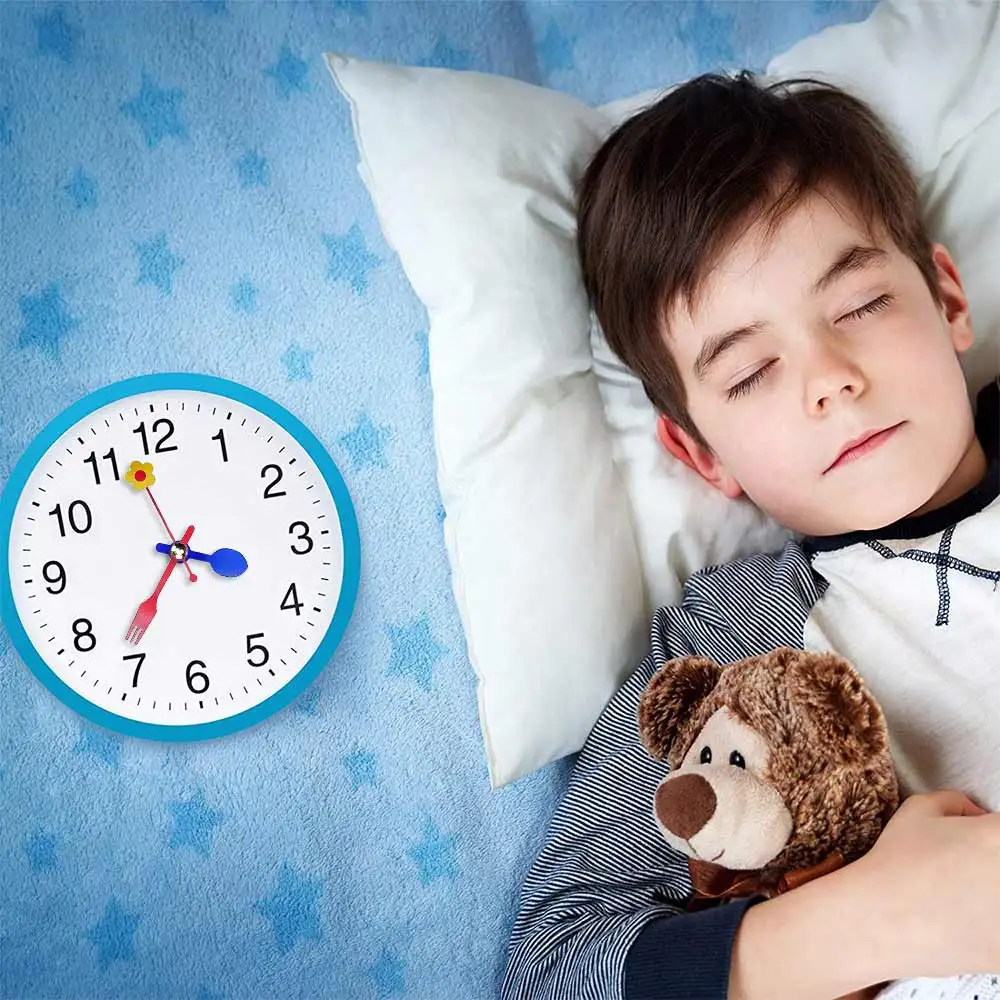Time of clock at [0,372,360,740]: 3:36
